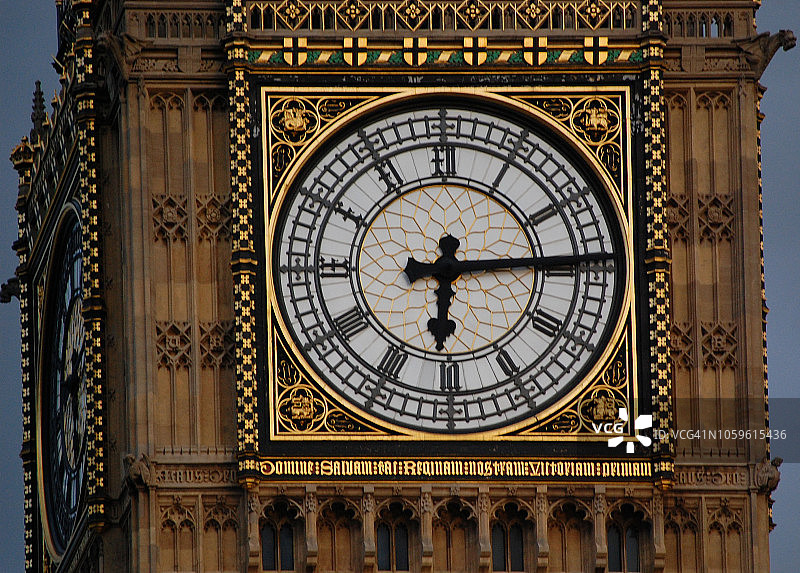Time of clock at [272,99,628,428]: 6:14
